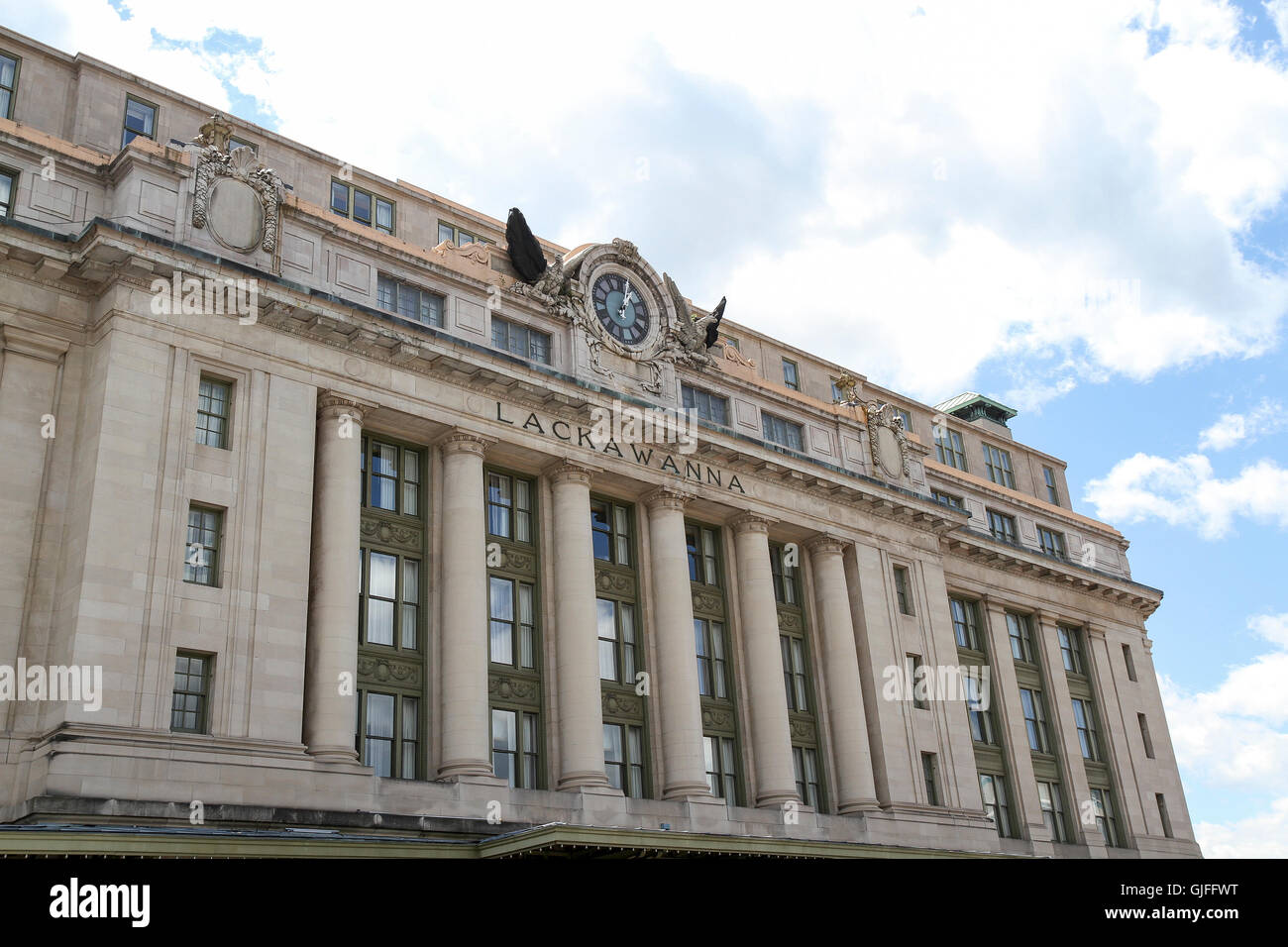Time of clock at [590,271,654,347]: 1:02
